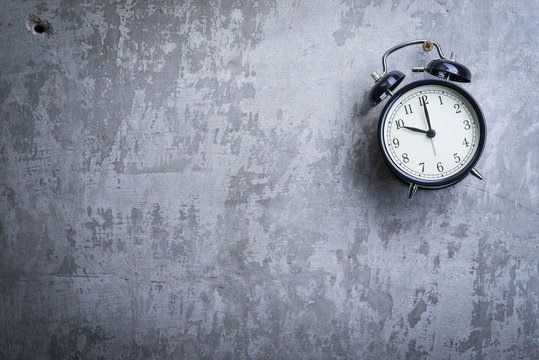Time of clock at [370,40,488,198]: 10:00
